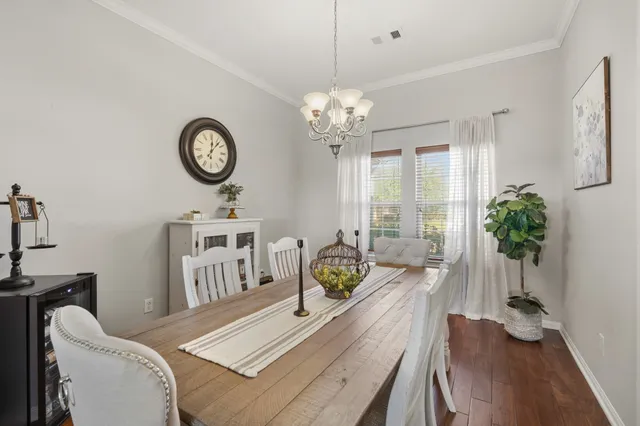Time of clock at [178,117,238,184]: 12:07
